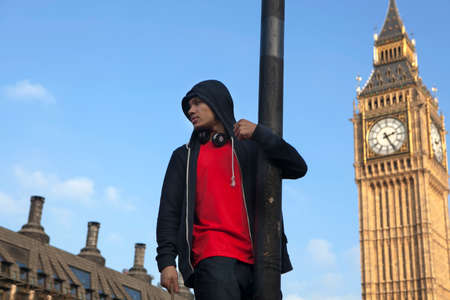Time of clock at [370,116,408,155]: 2:25
